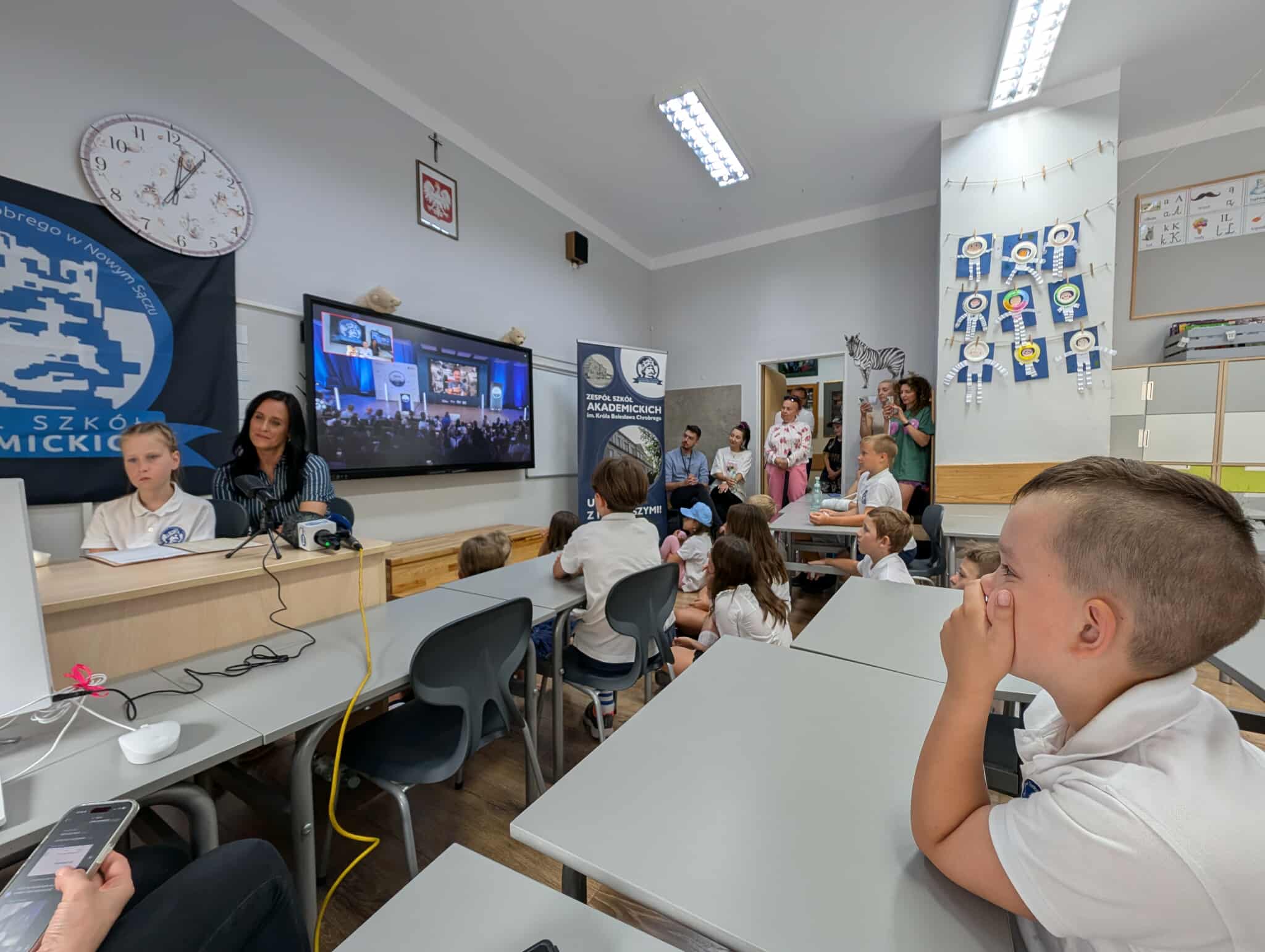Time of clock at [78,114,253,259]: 1:01
